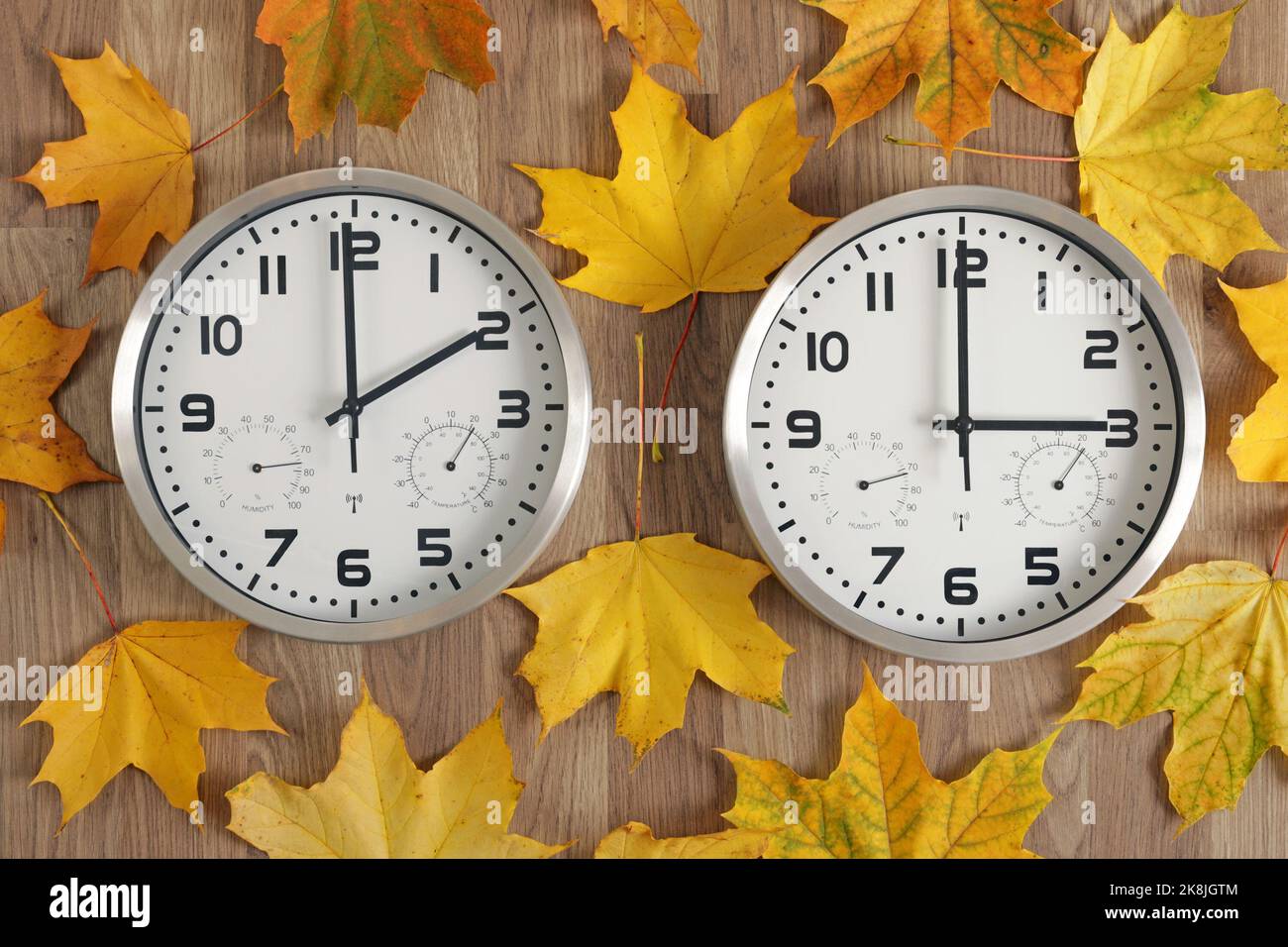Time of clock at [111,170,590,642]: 1:59
